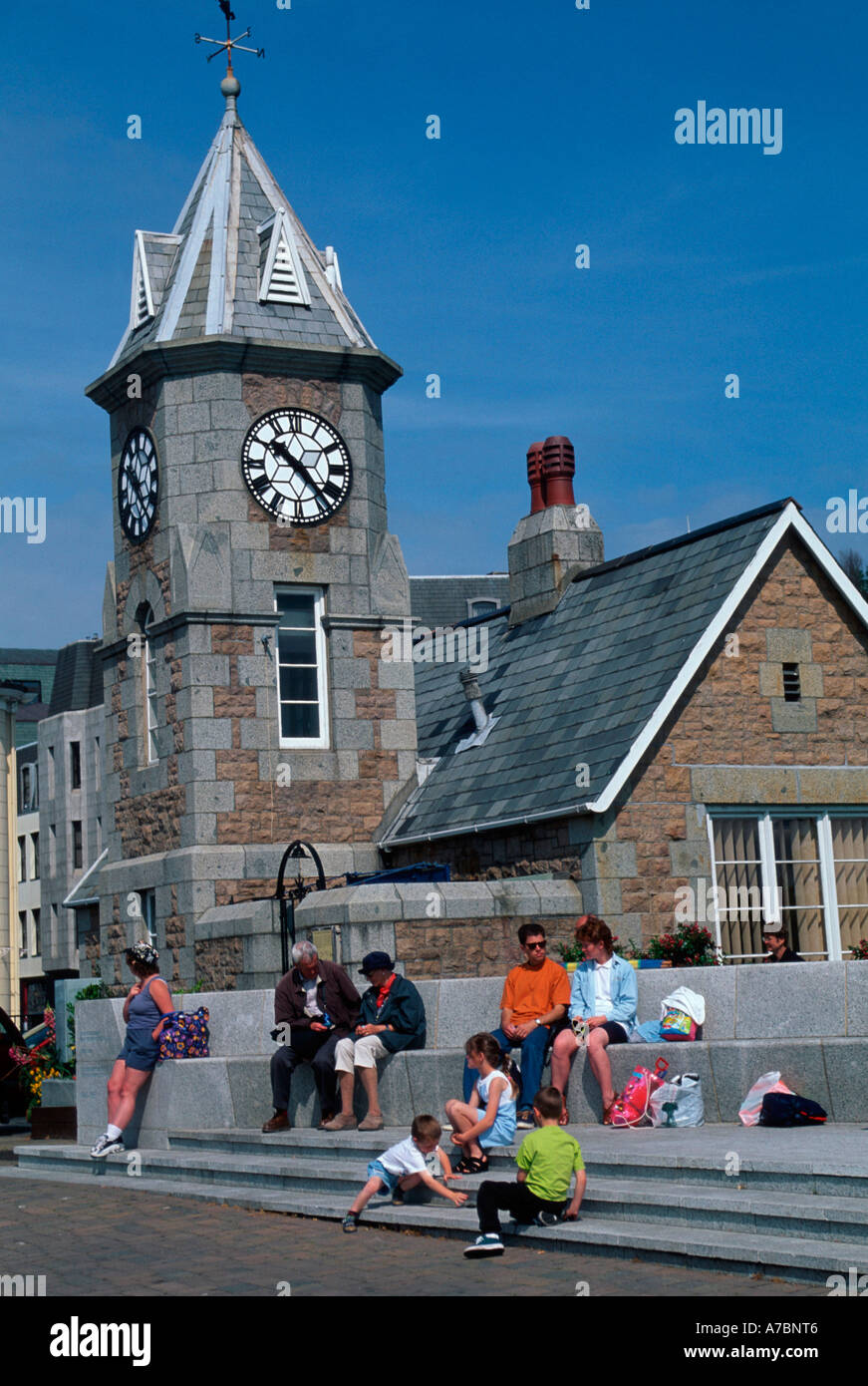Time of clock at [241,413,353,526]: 10:22
